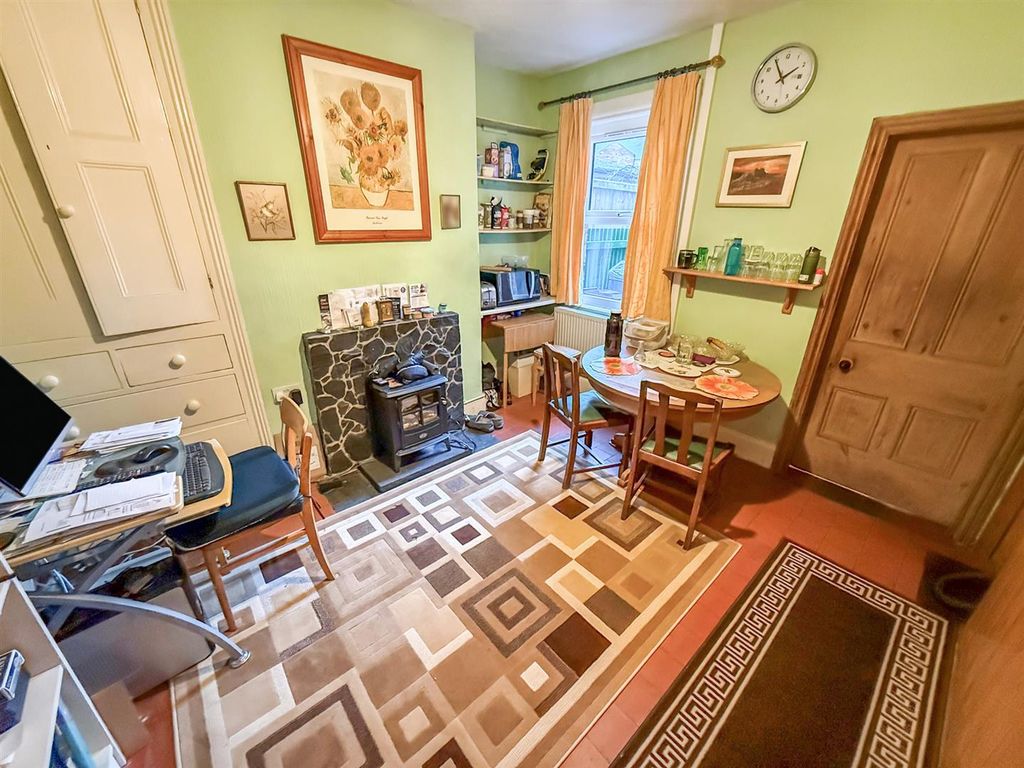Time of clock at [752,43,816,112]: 1:54
